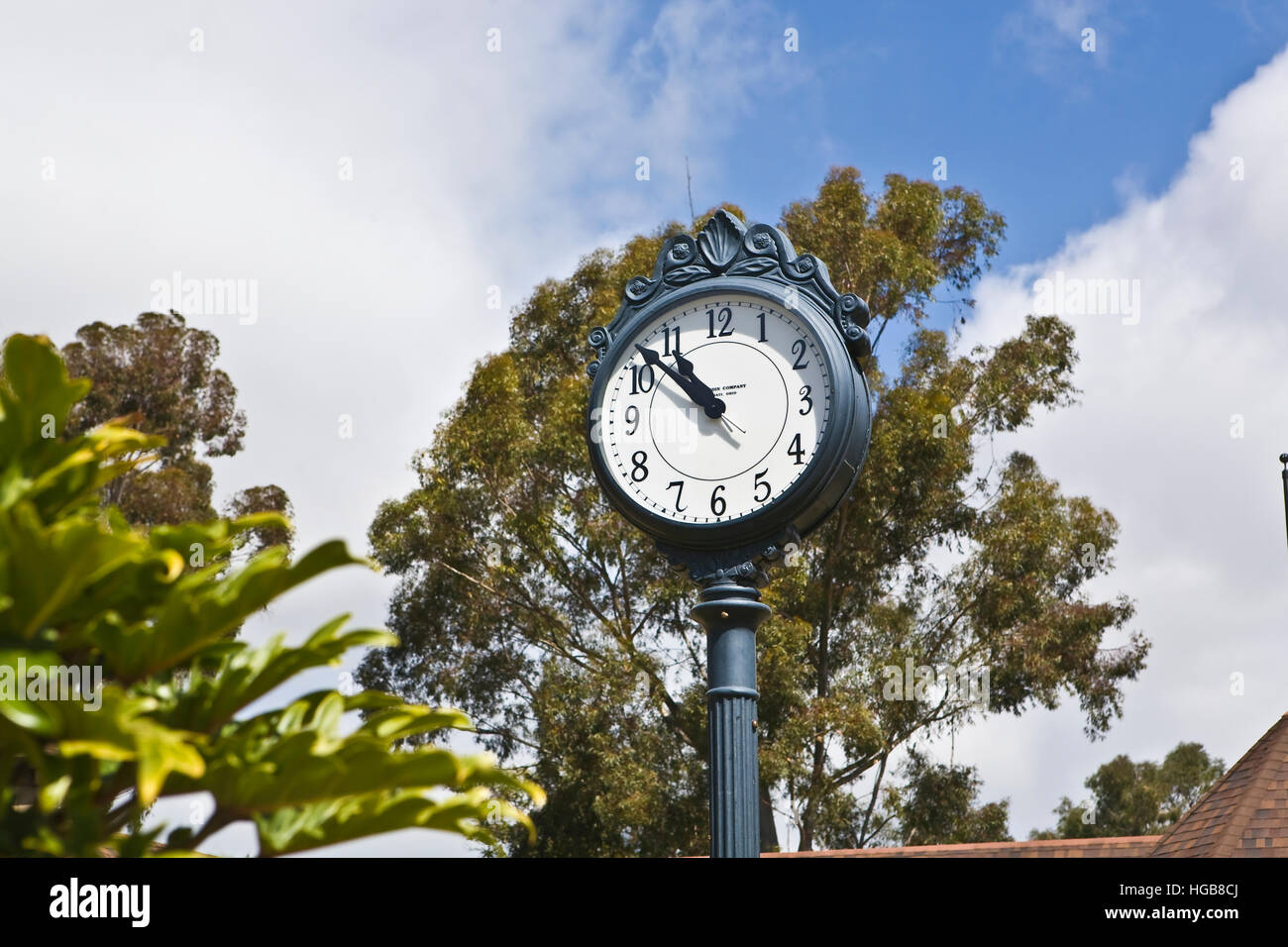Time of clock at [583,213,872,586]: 10:52
